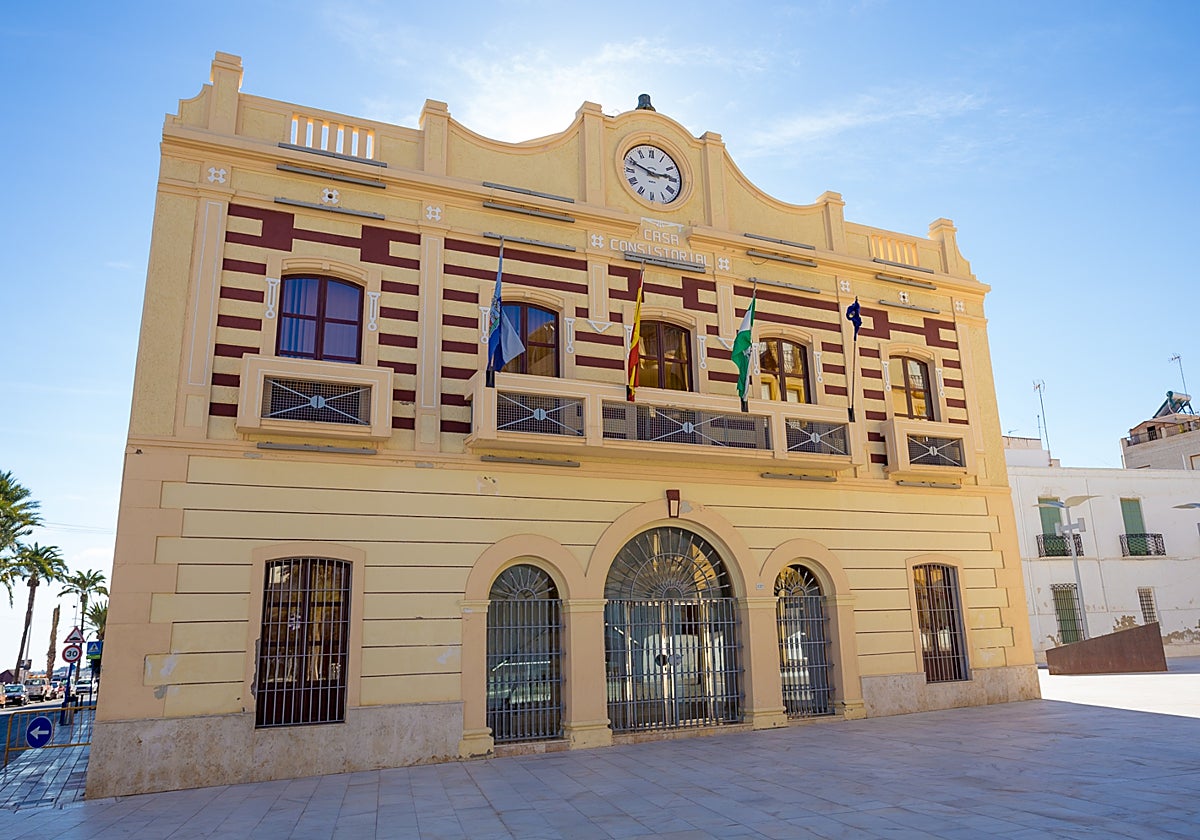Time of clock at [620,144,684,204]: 2:48
